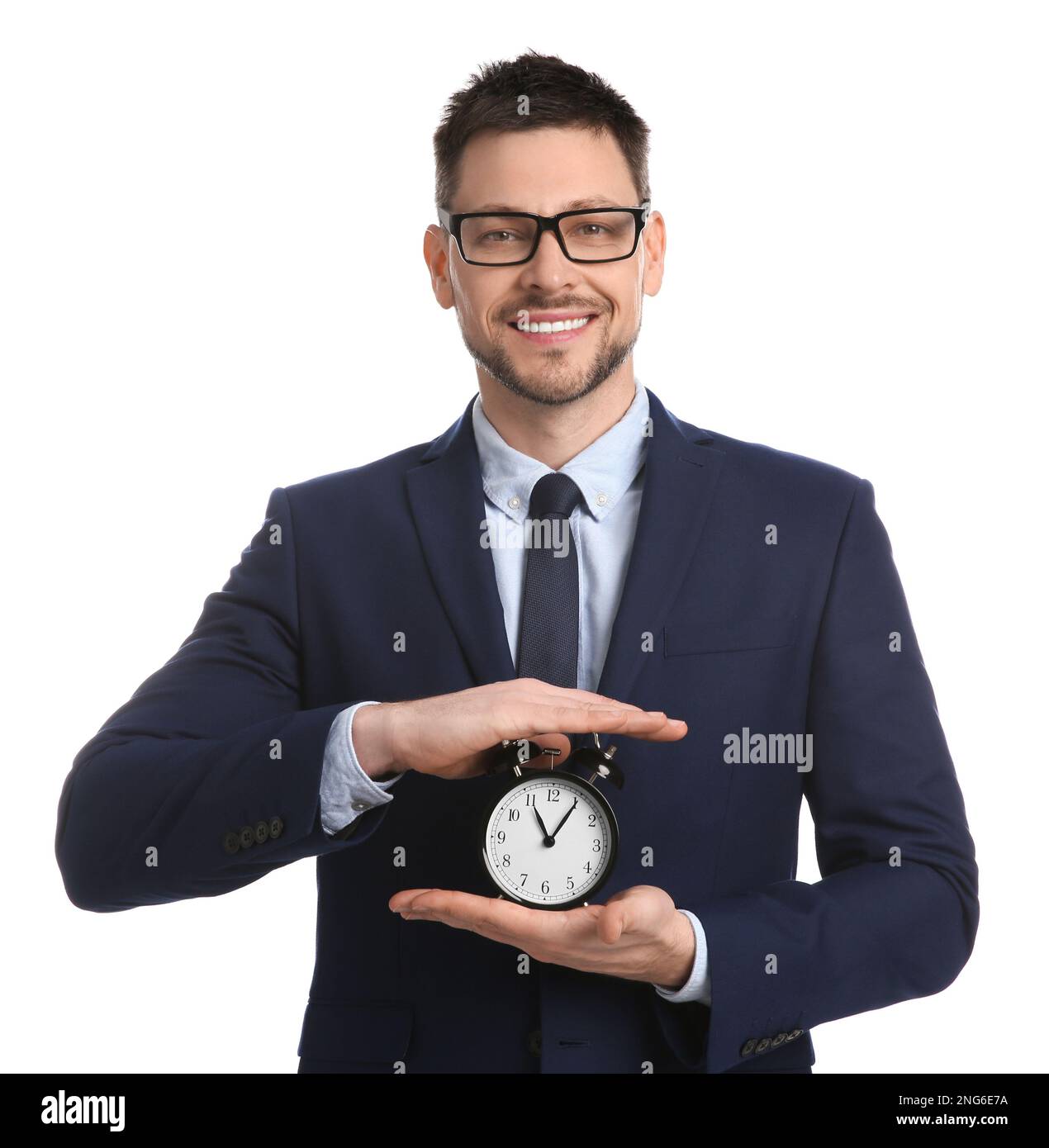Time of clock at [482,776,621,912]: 11:05
